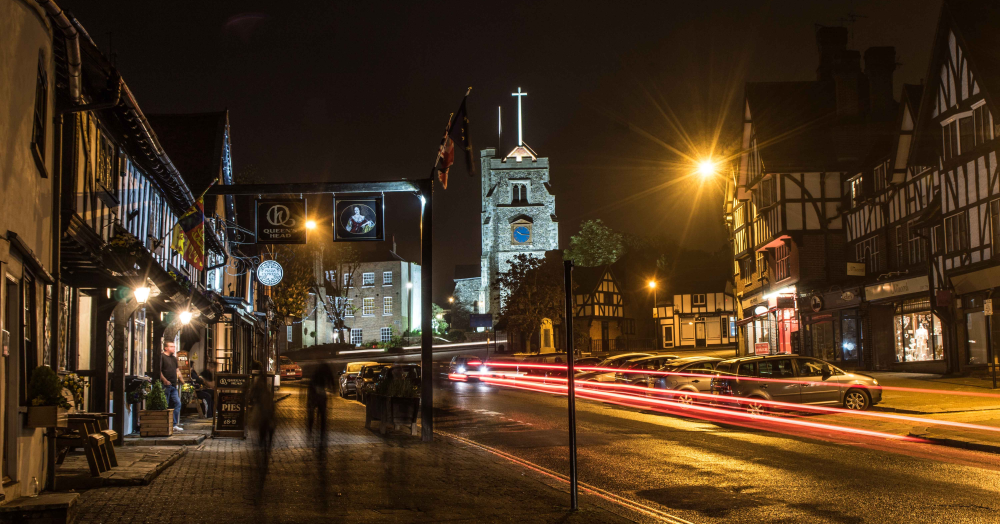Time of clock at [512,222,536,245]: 10:15
